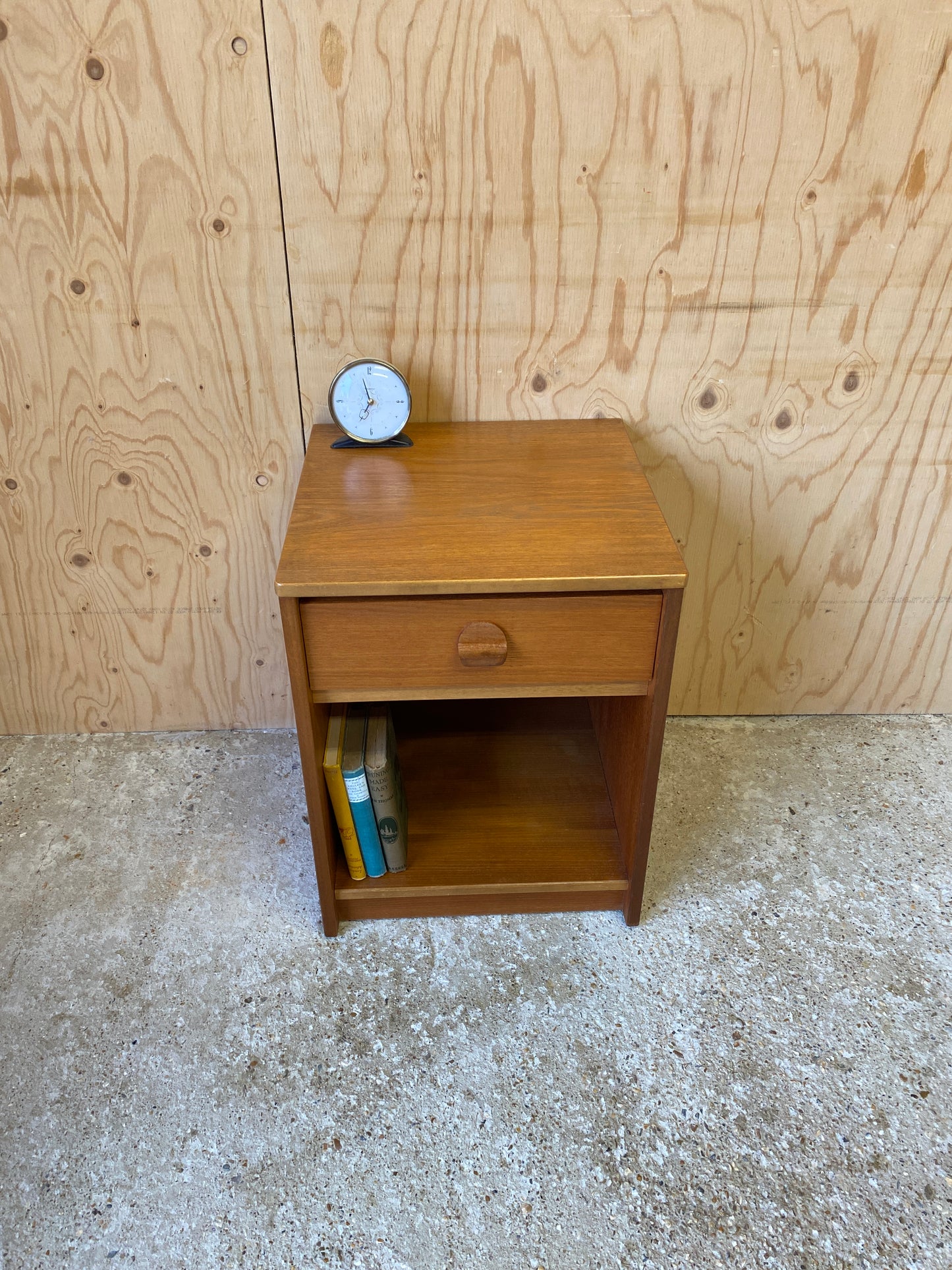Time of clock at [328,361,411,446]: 6:57
